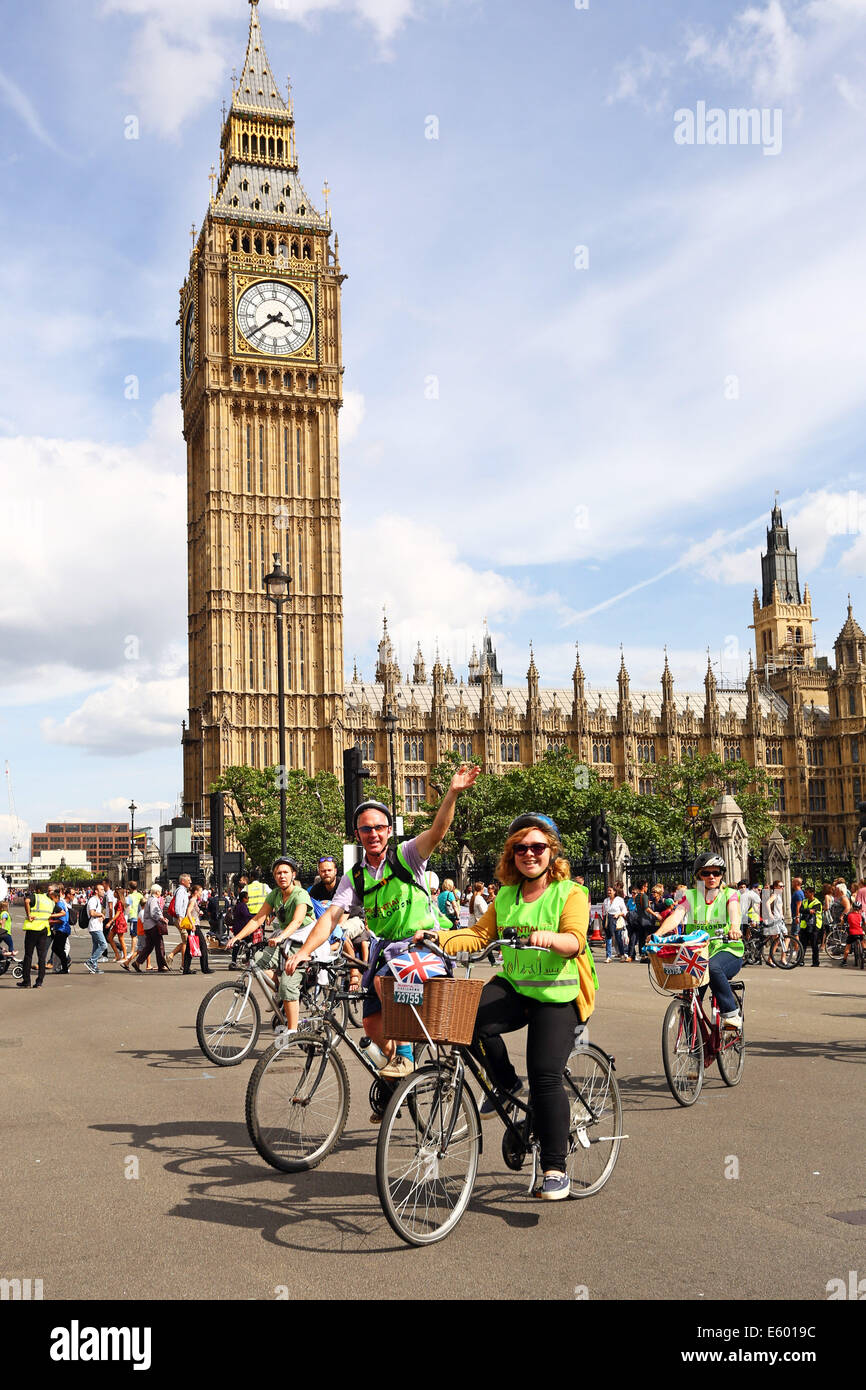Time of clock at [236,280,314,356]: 3:38
